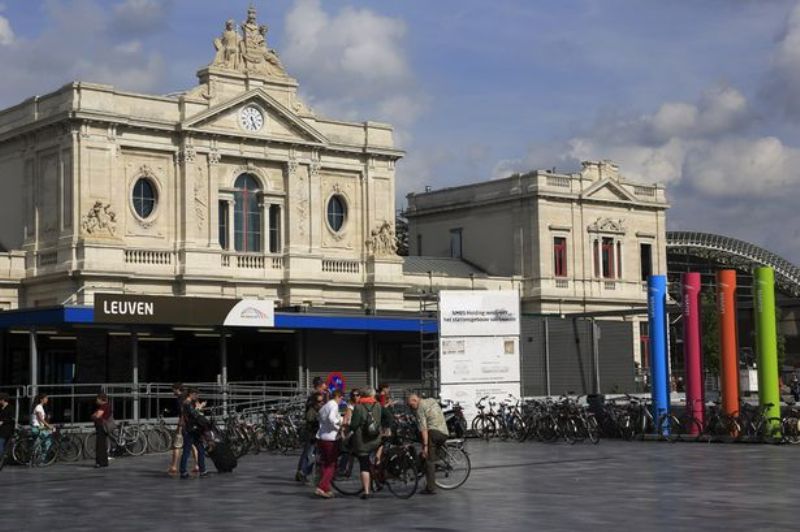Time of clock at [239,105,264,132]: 5:26
